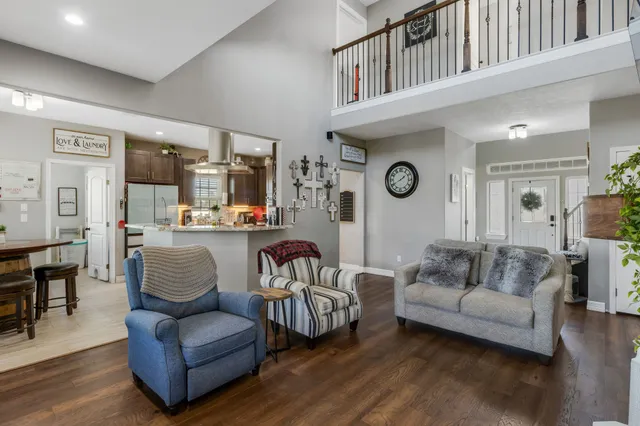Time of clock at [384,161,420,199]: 1:40
